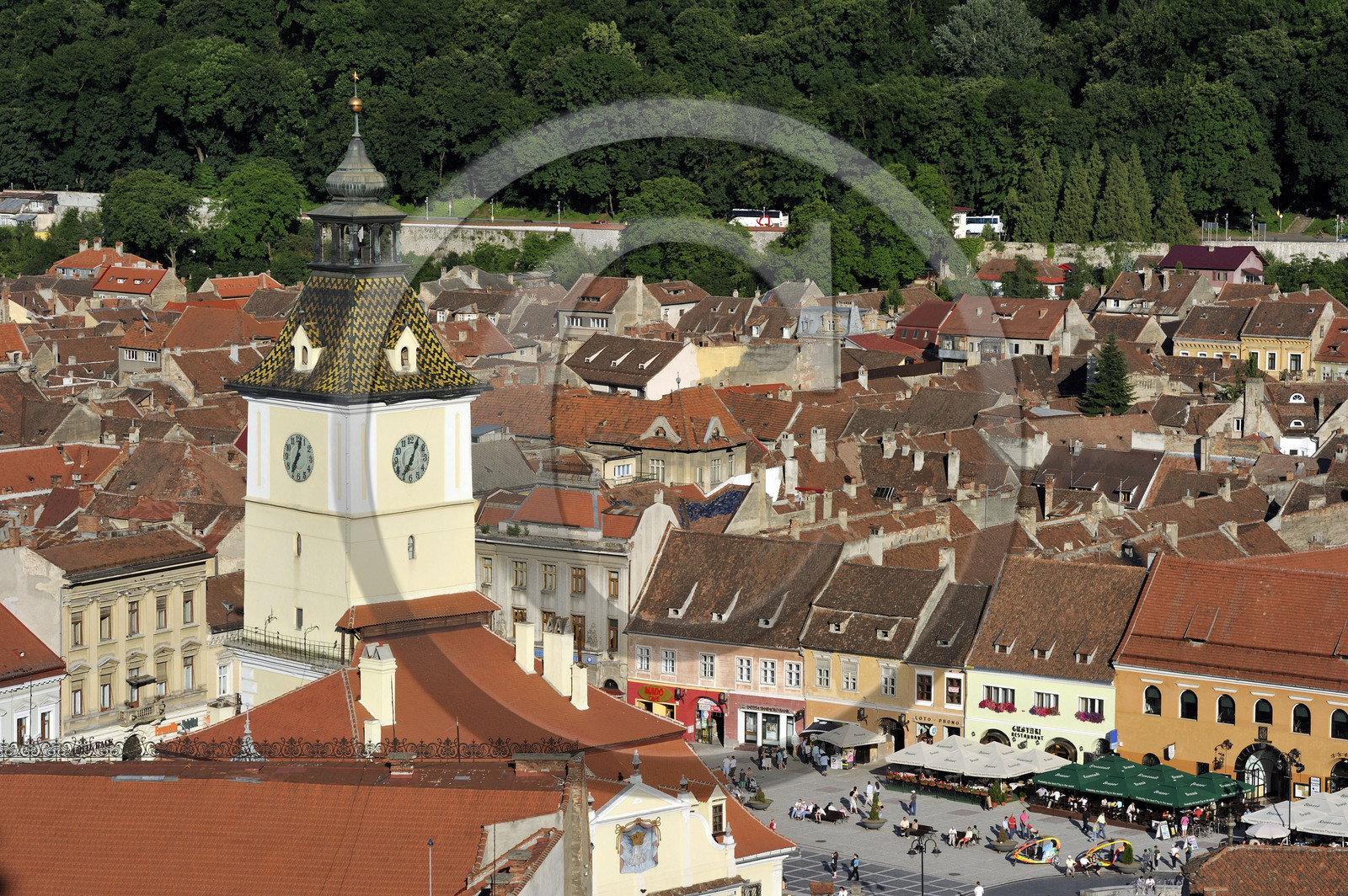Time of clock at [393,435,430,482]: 7:04
